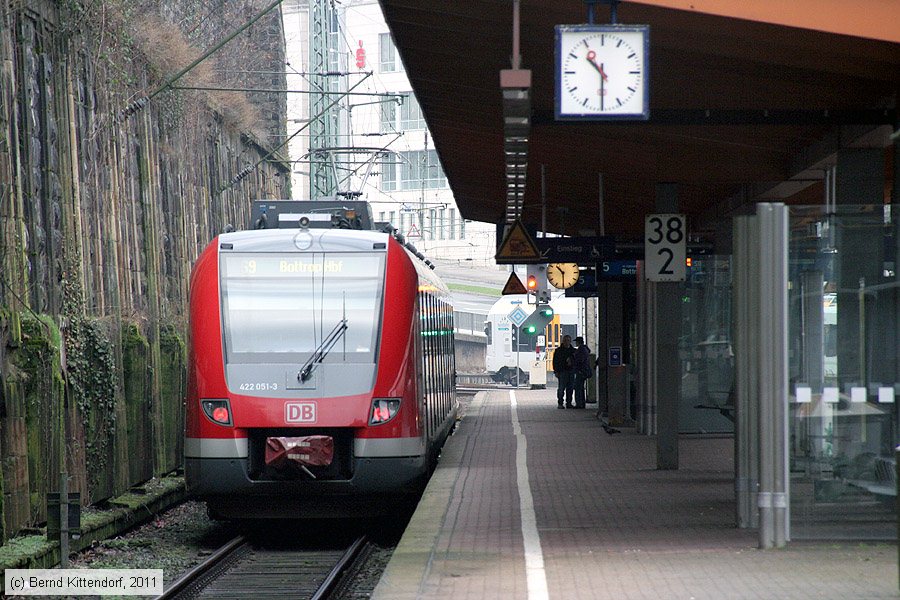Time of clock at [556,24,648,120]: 10:29
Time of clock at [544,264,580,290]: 10:29
